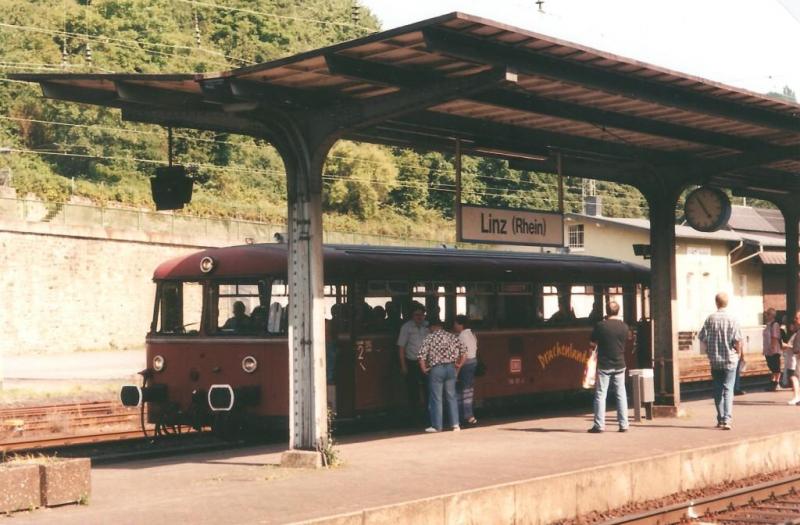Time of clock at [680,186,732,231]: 4:54
